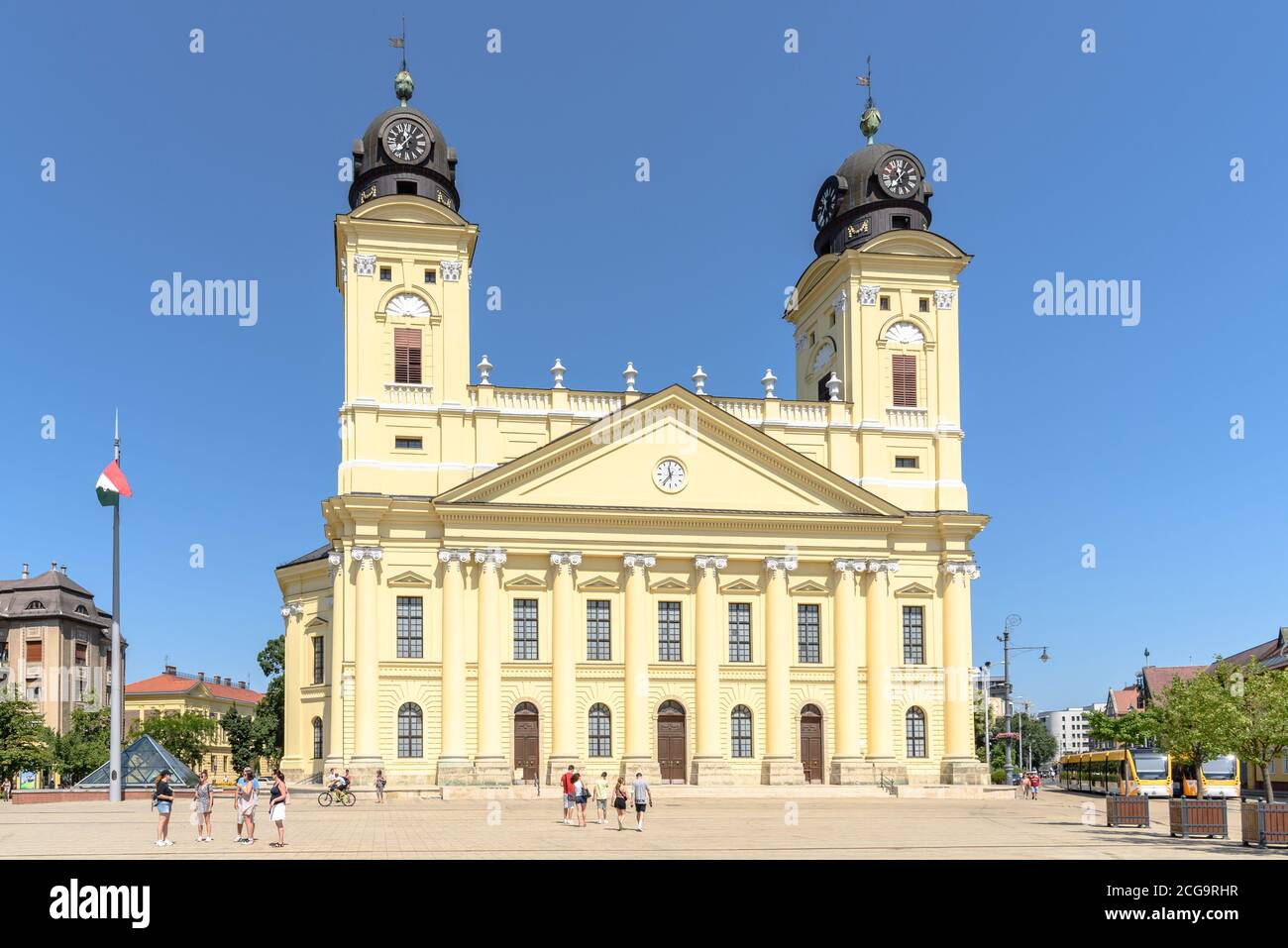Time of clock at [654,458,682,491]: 11:36
